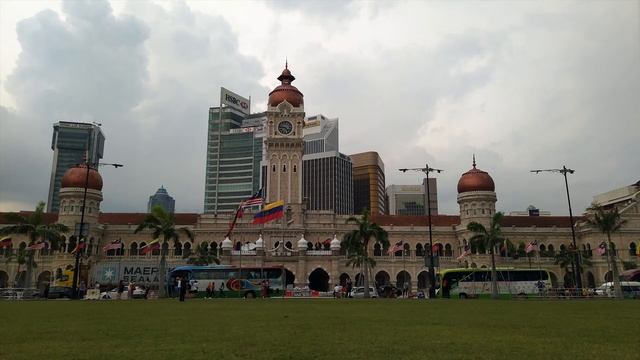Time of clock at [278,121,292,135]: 4:46
